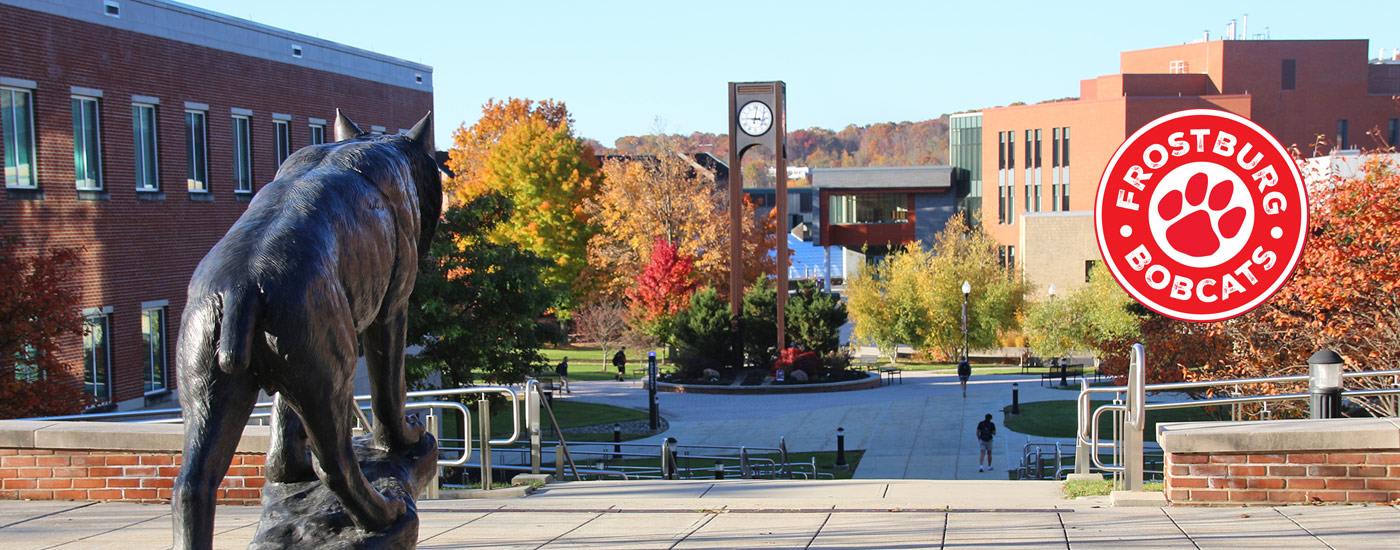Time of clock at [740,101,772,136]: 3:01
